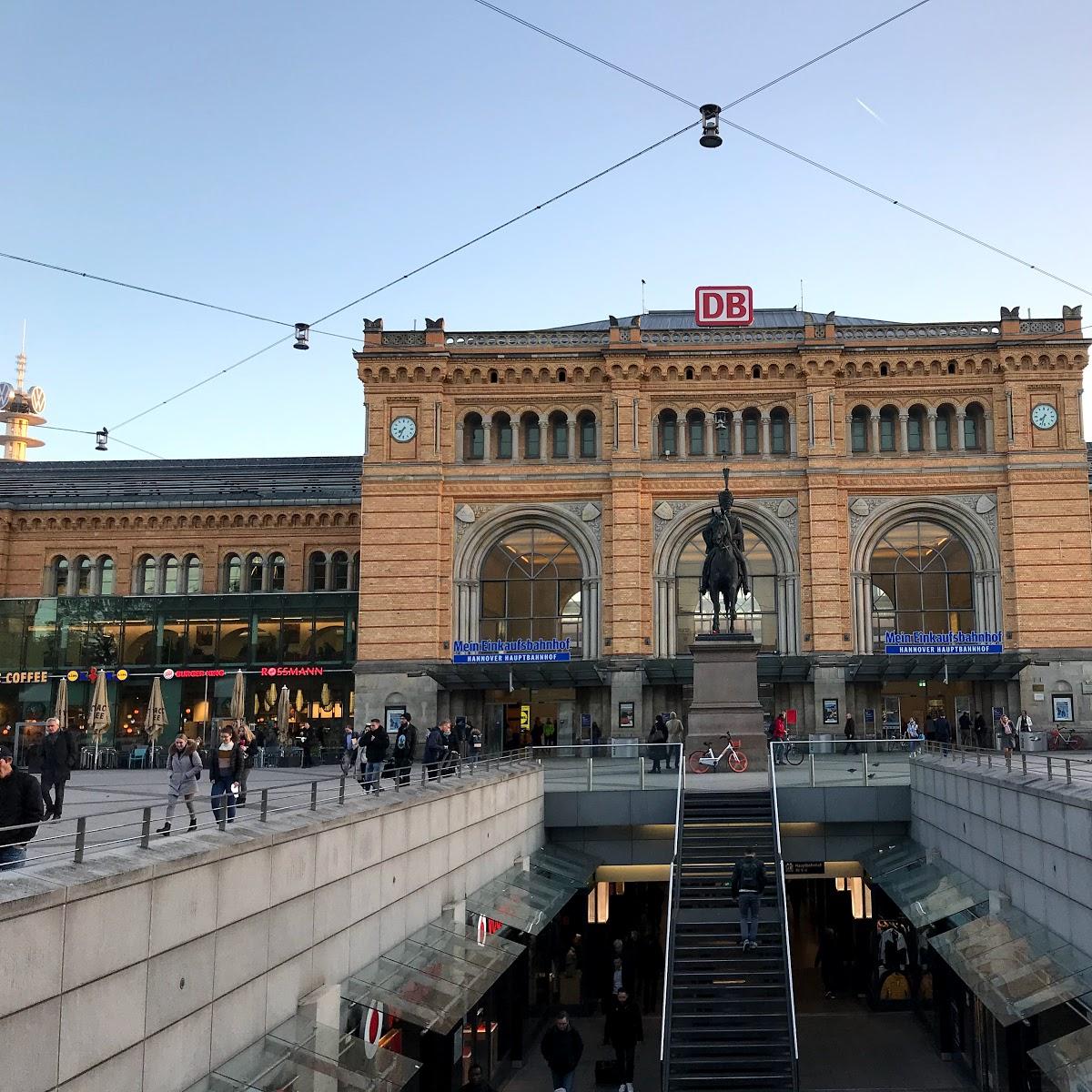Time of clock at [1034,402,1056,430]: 7:32
